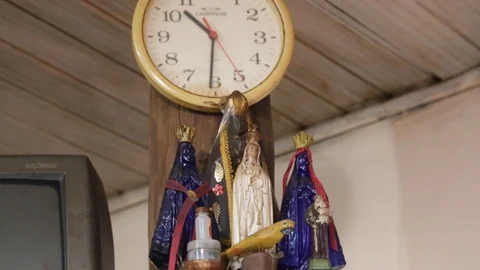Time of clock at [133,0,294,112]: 10:30
